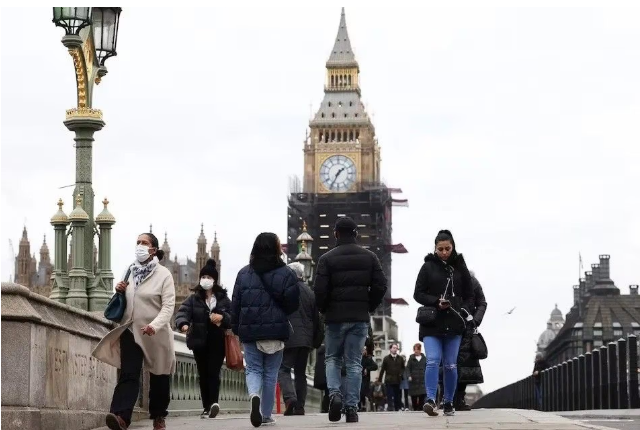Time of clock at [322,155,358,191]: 1:34
